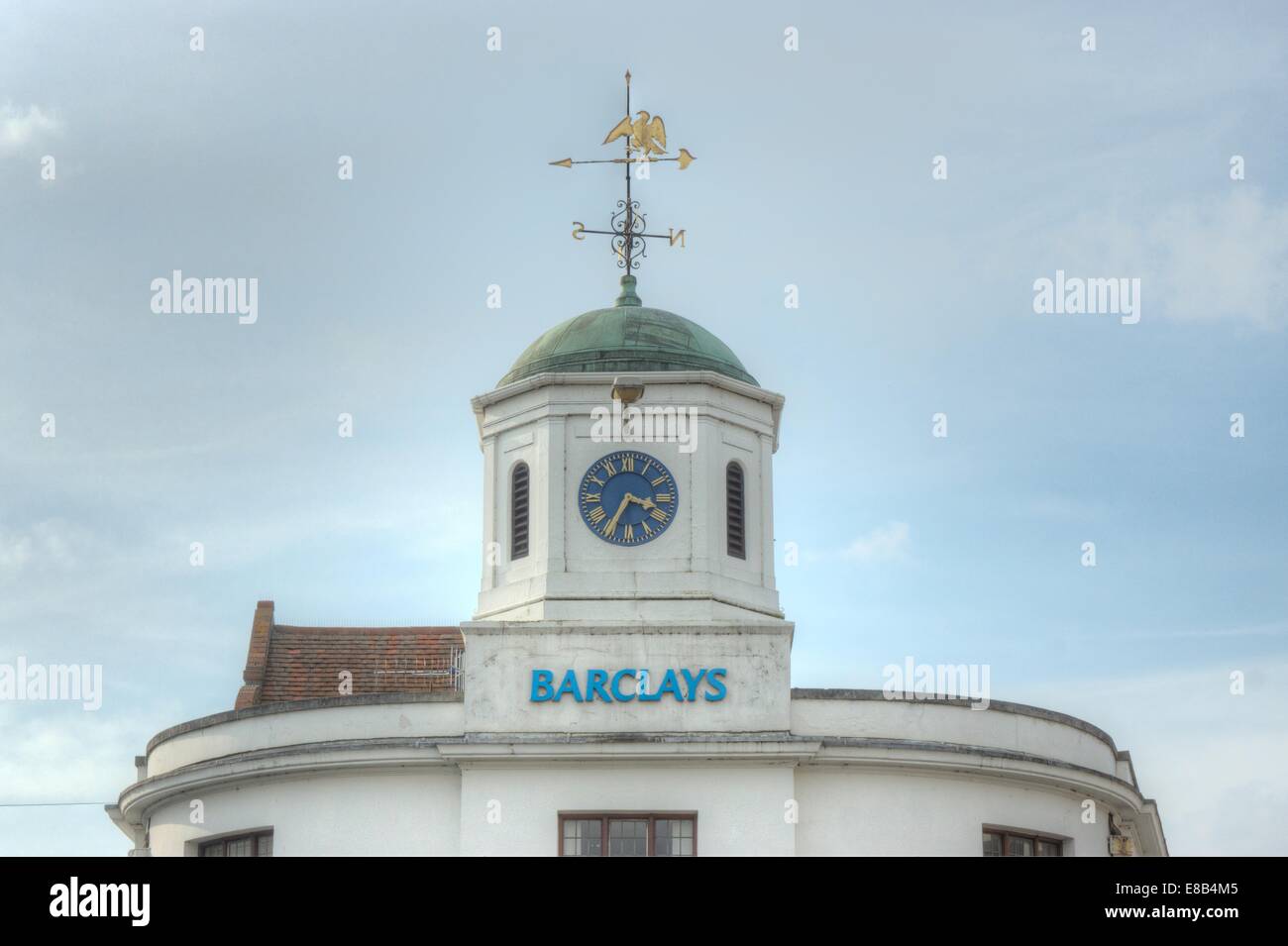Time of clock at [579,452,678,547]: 3:34
